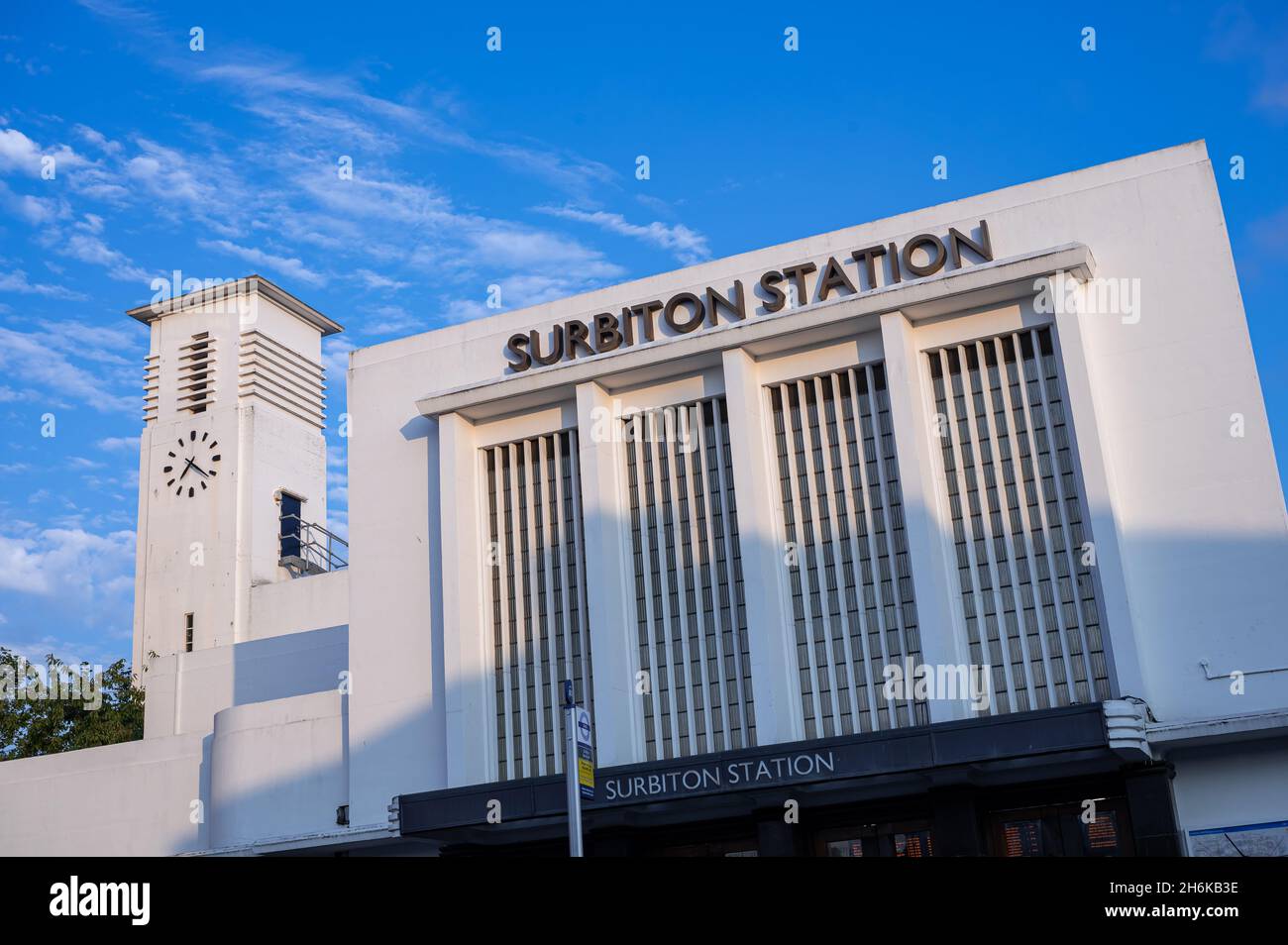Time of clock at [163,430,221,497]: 7:21
